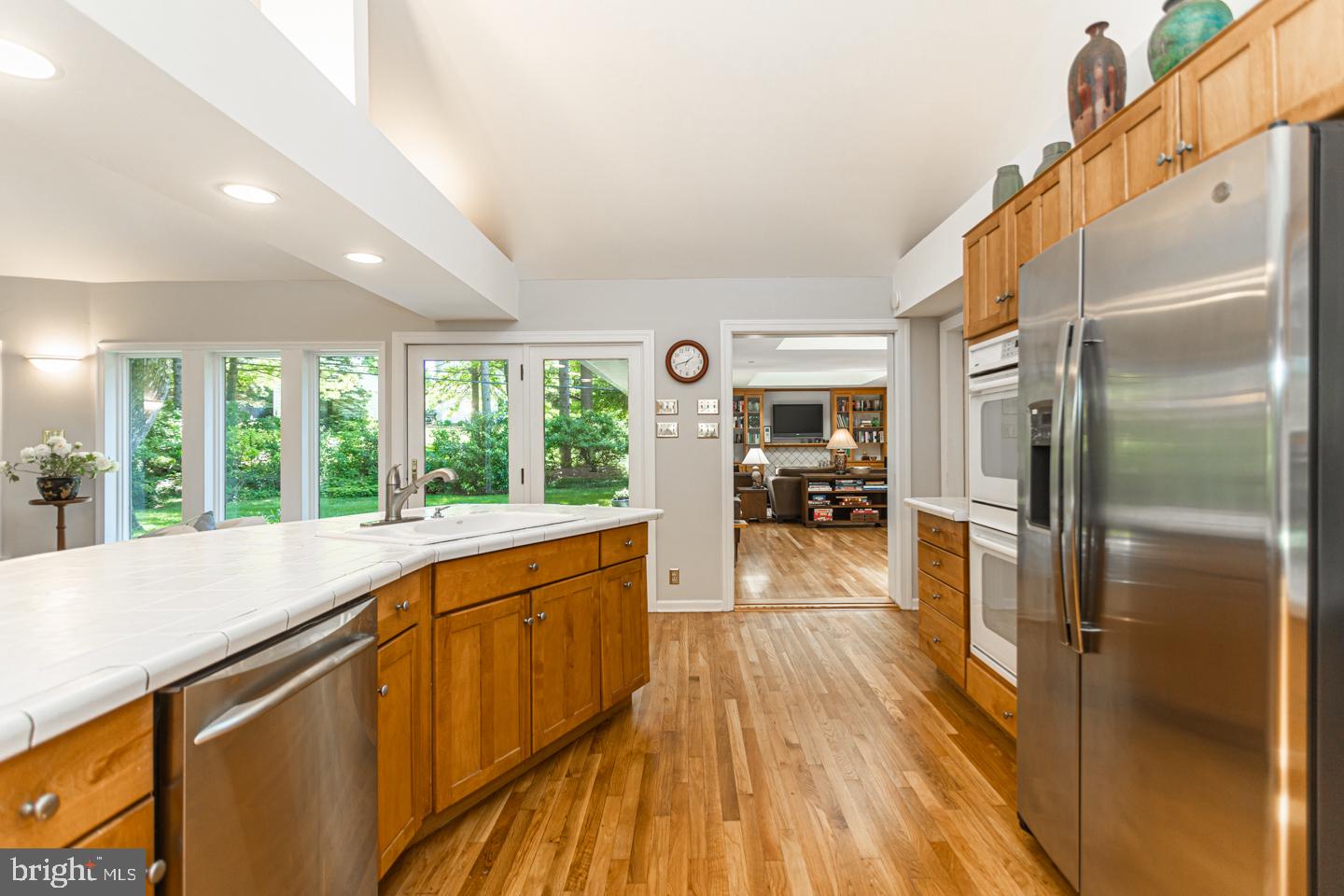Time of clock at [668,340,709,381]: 1:42
